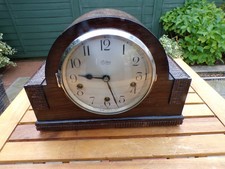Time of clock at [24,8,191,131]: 9:27
